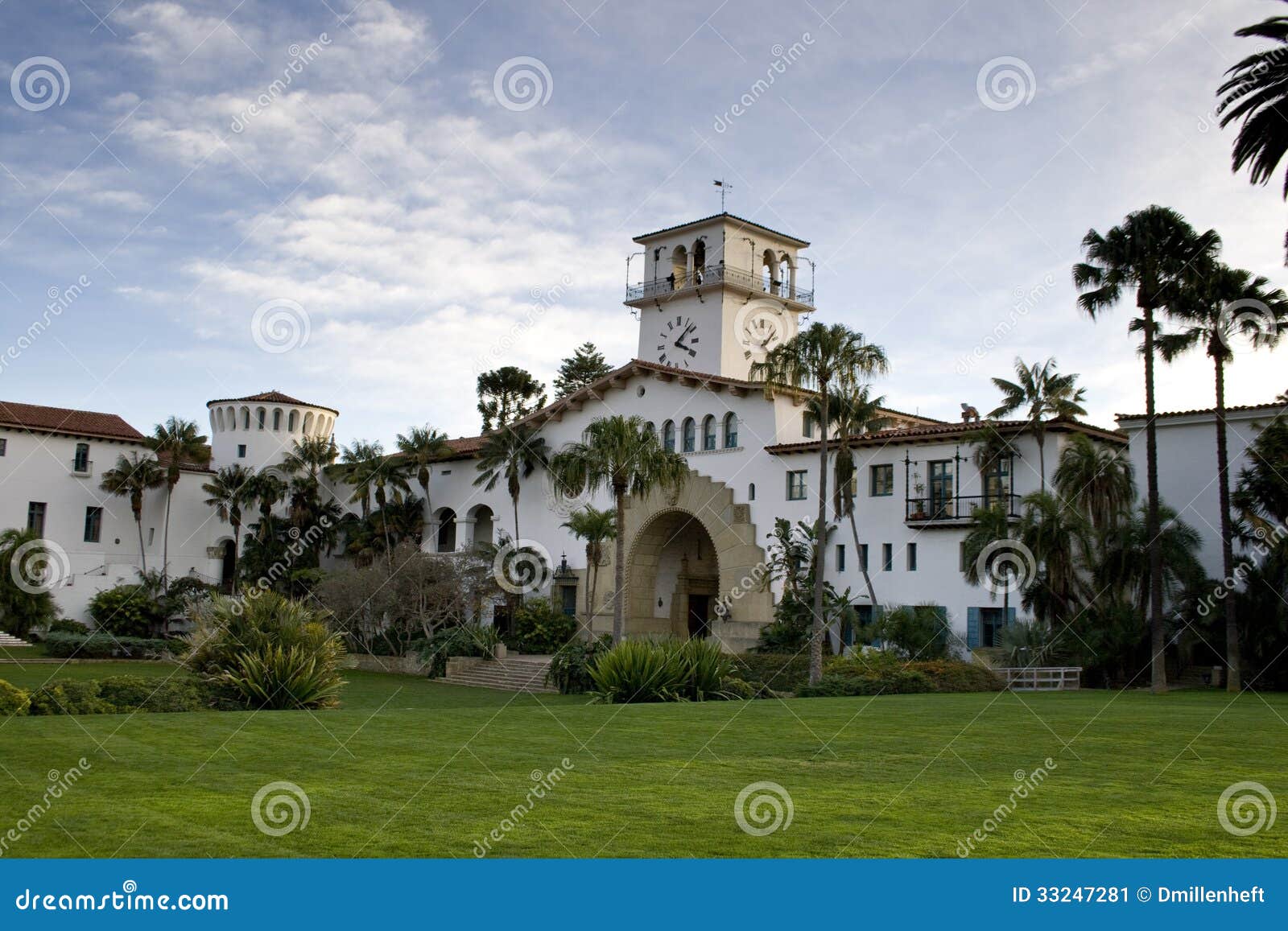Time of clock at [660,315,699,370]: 4:07
